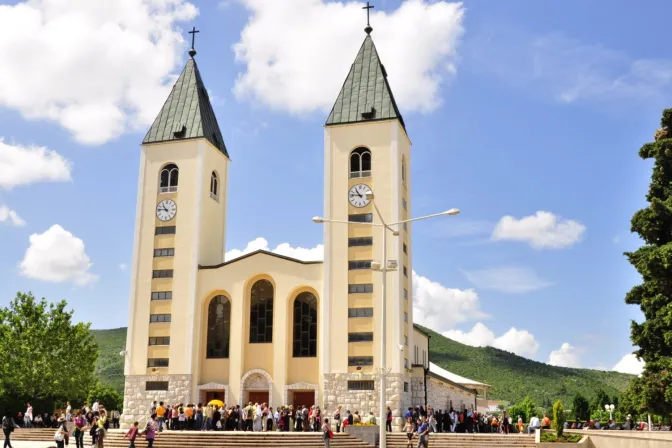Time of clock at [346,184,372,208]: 10:46
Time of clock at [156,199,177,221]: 10:46
